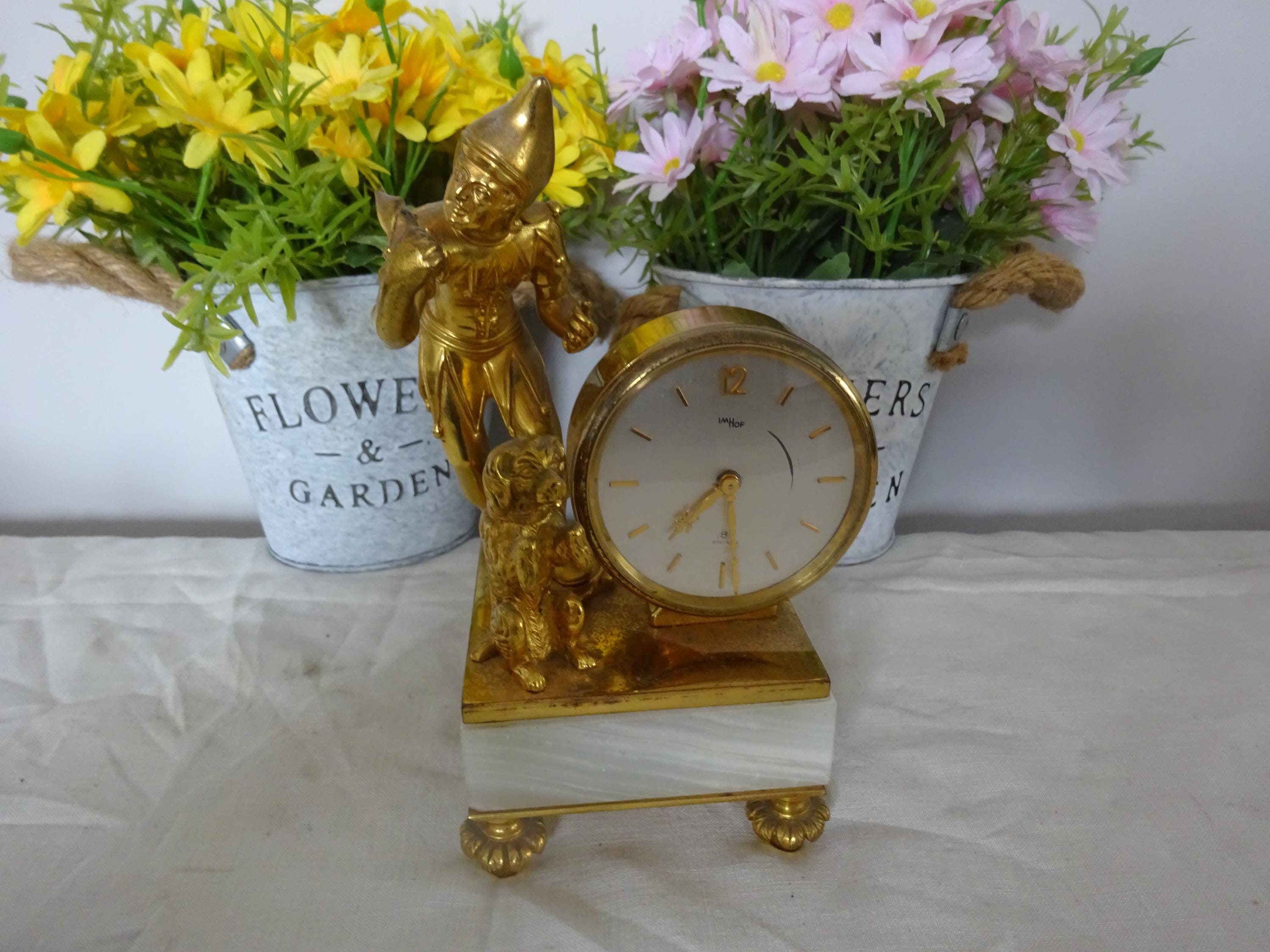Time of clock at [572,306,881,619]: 7:28
